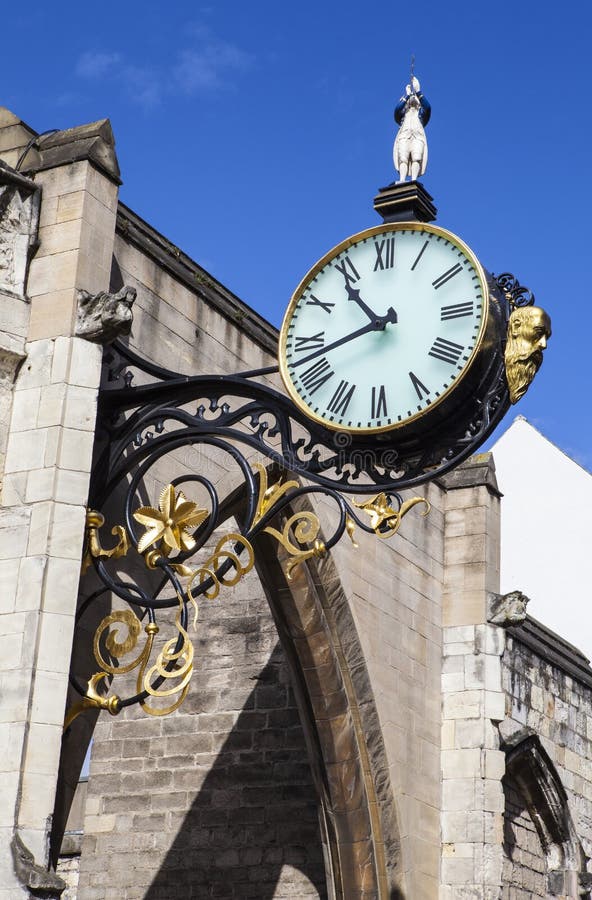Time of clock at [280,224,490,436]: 10:42
